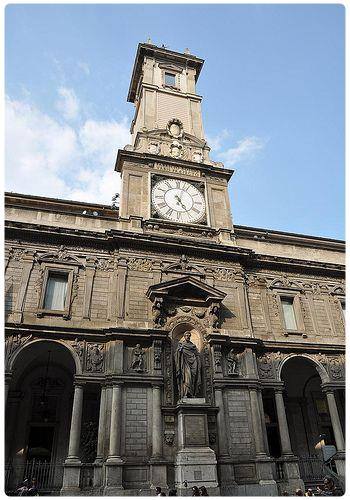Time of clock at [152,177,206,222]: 5:03
